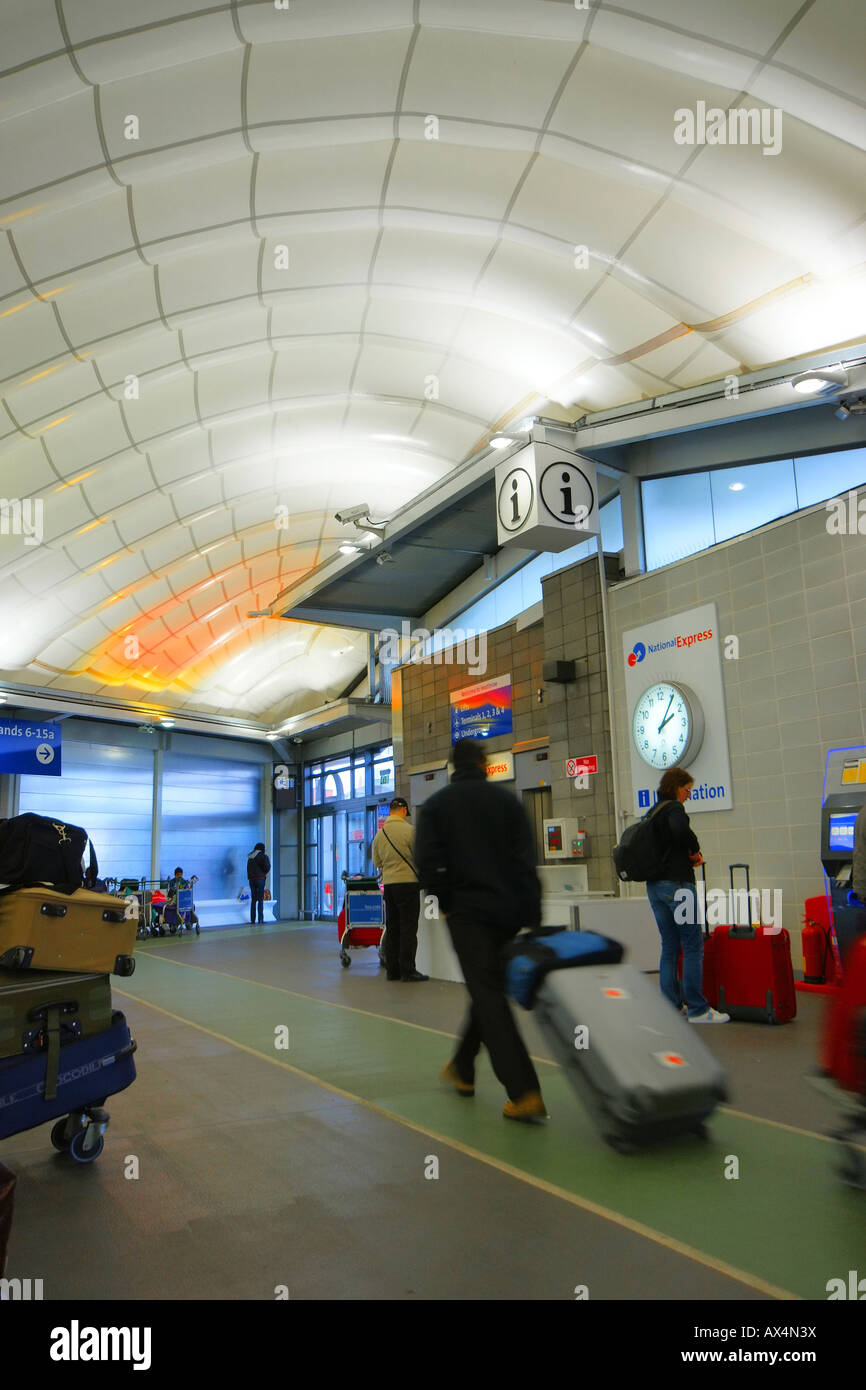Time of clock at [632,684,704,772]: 2:05
